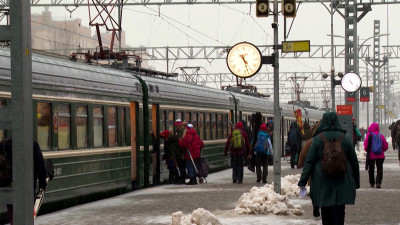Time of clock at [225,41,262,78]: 4:26
